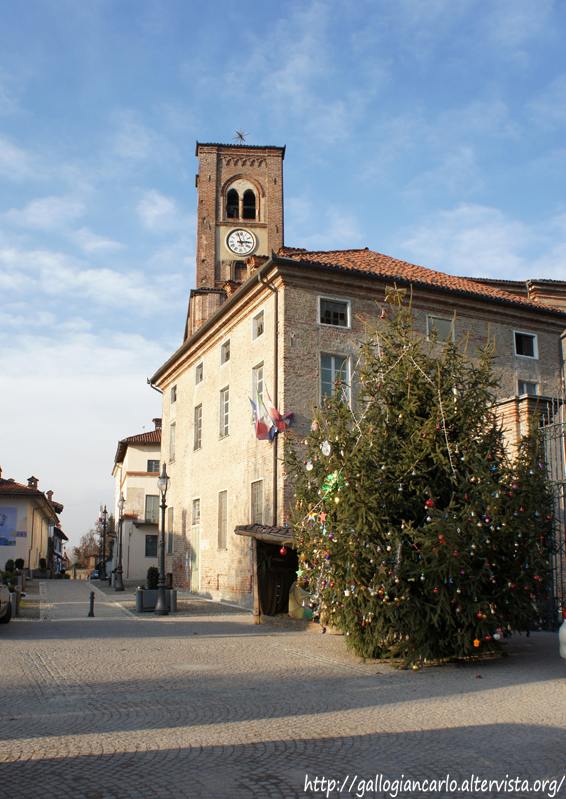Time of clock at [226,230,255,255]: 2:56
